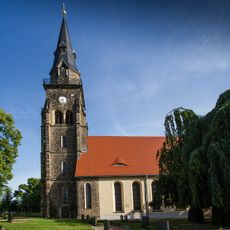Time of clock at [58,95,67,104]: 8:27
